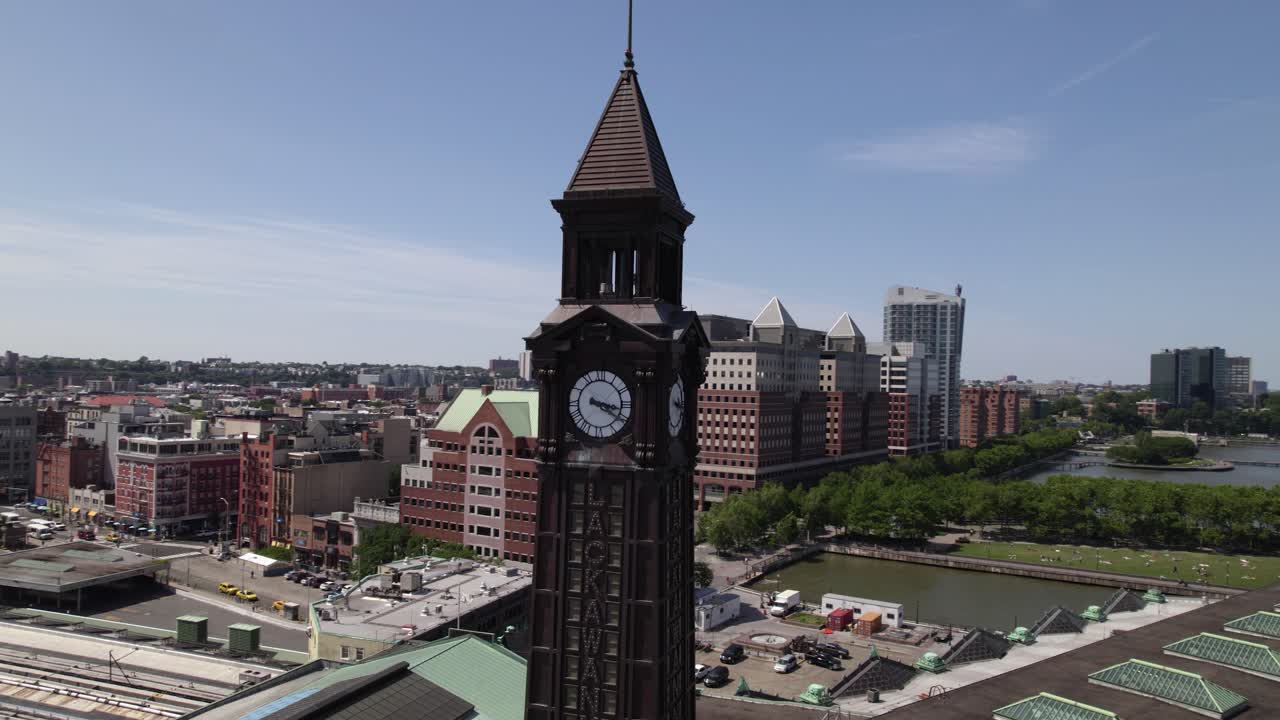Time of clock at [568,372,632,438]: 3:20
